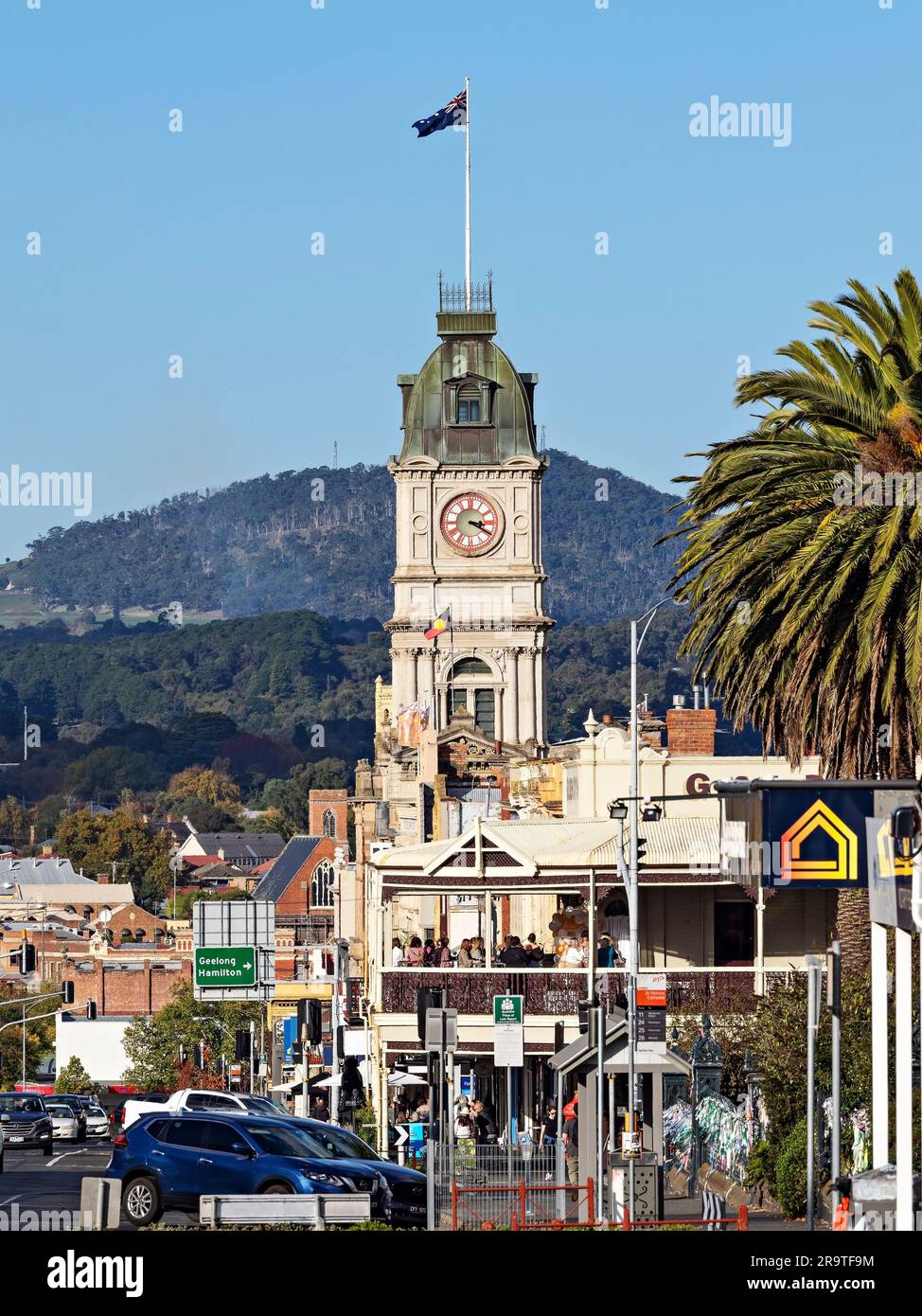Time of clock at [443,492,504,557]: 3:19
